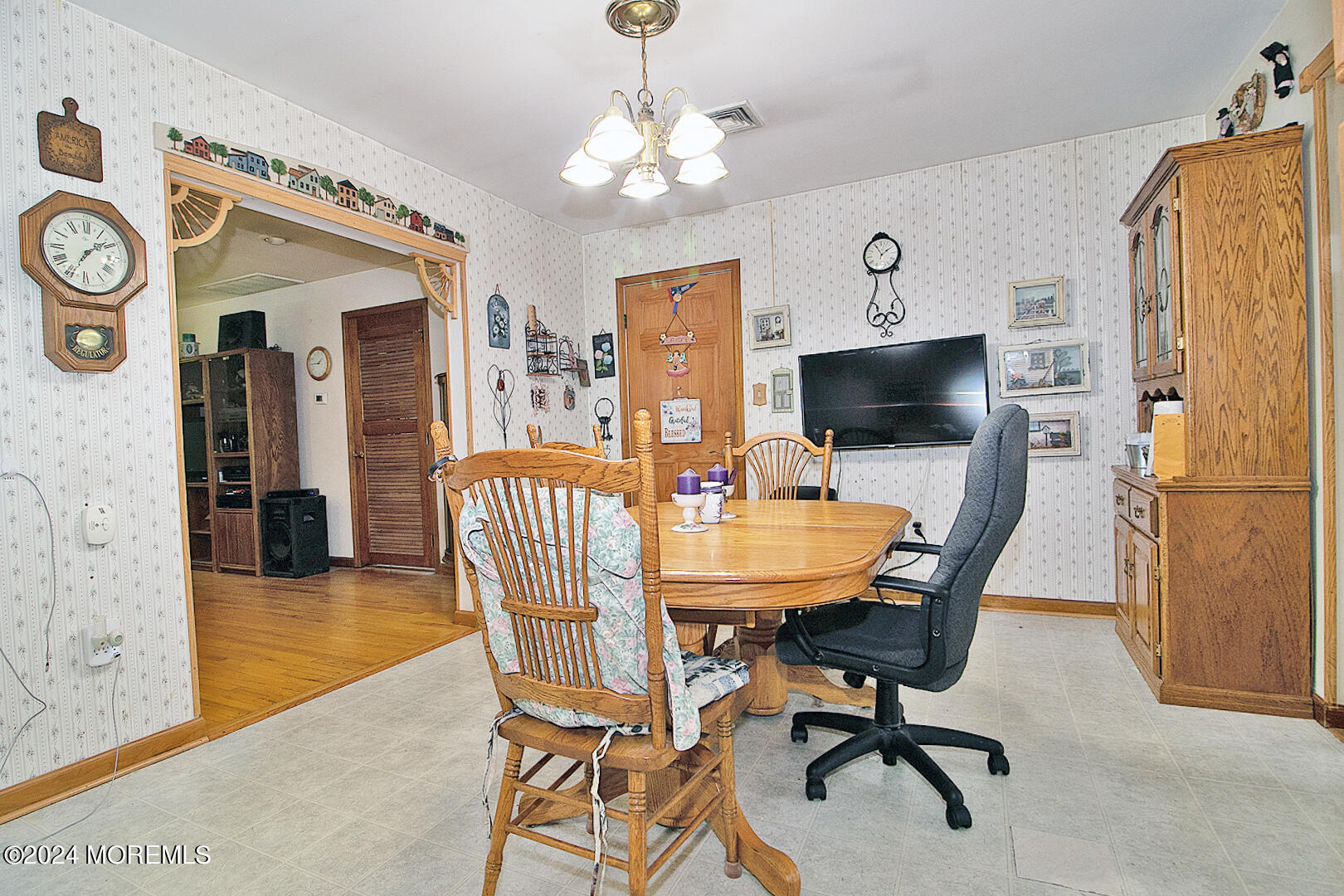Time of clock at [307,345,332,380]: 1:44
